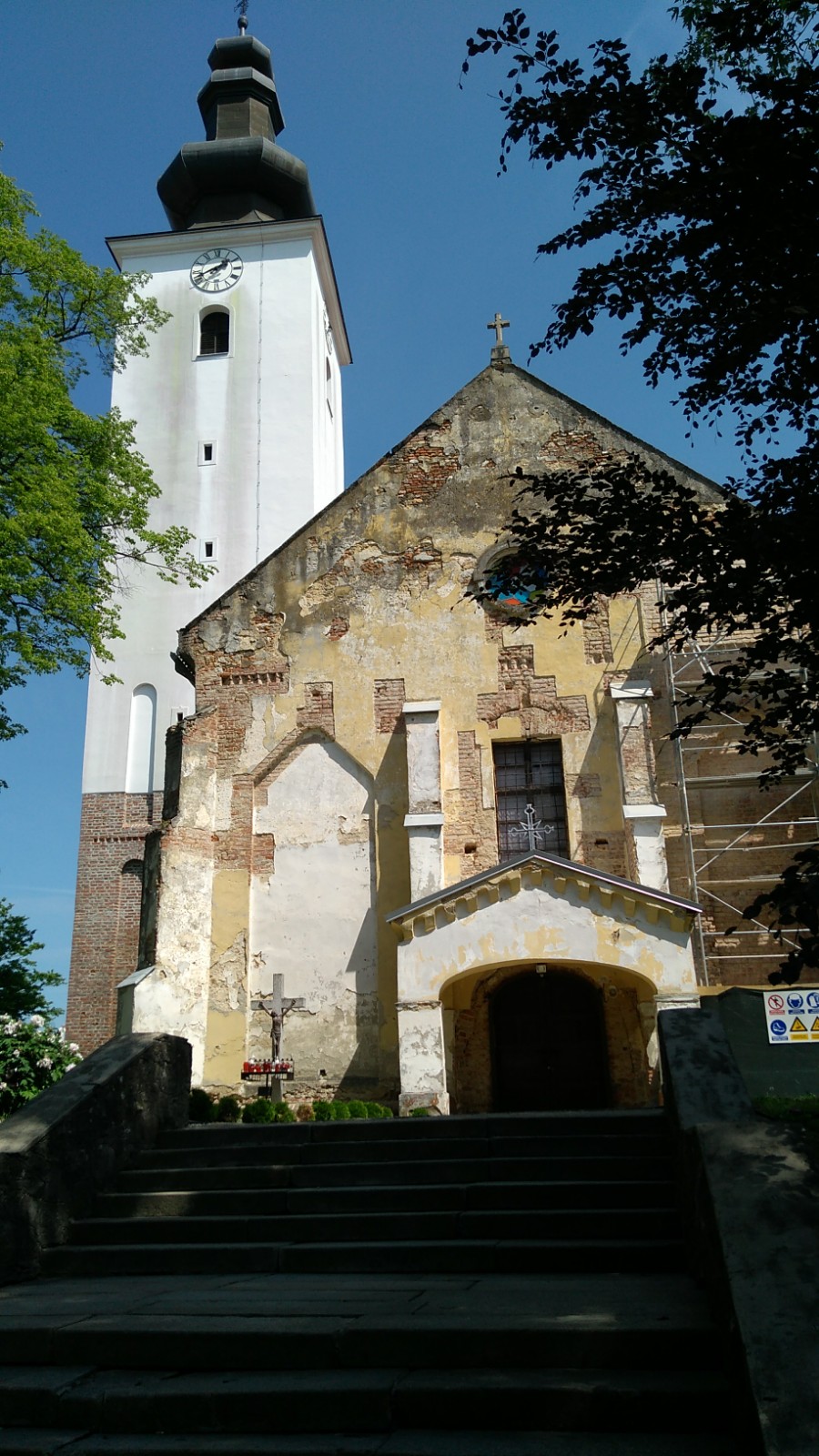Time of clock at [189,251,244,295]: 1:41
